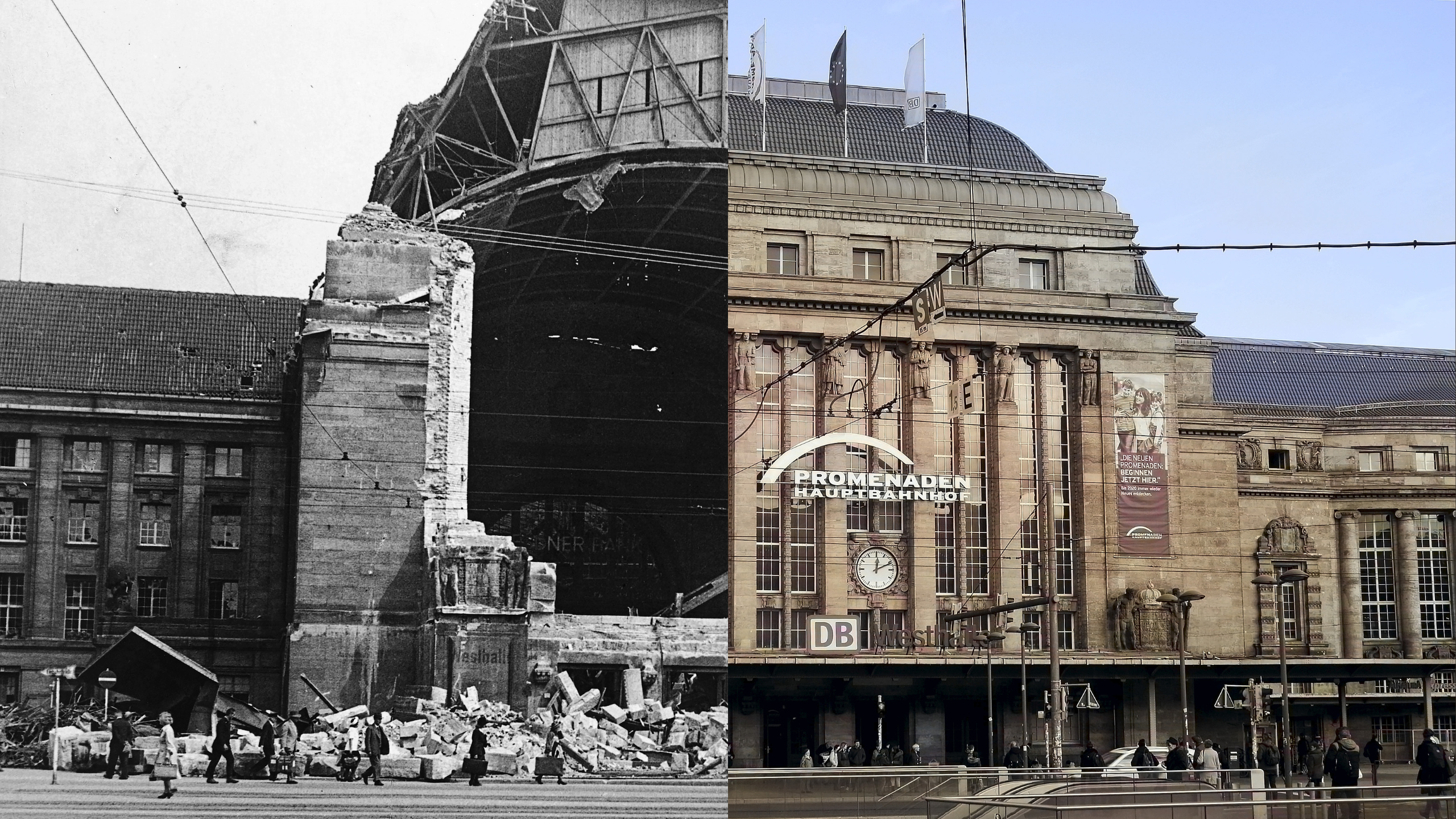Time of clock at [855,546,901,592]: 12:11
